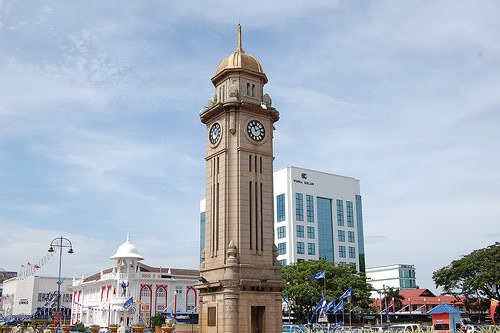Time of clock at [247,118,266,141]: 11:10
